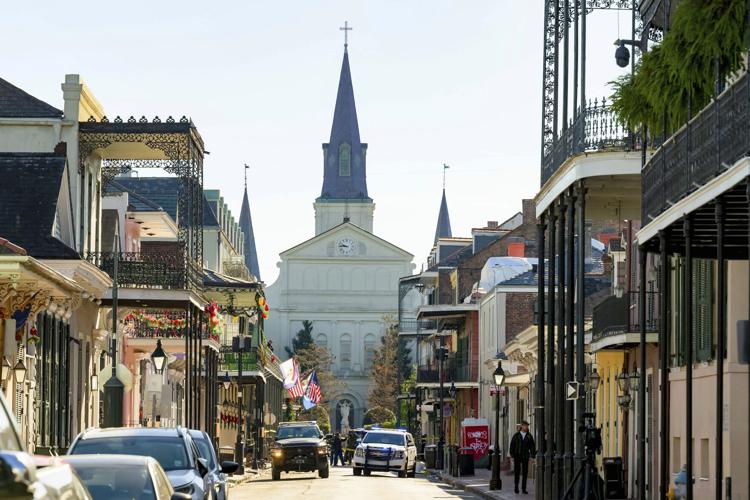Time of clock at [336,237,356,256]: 9:45
